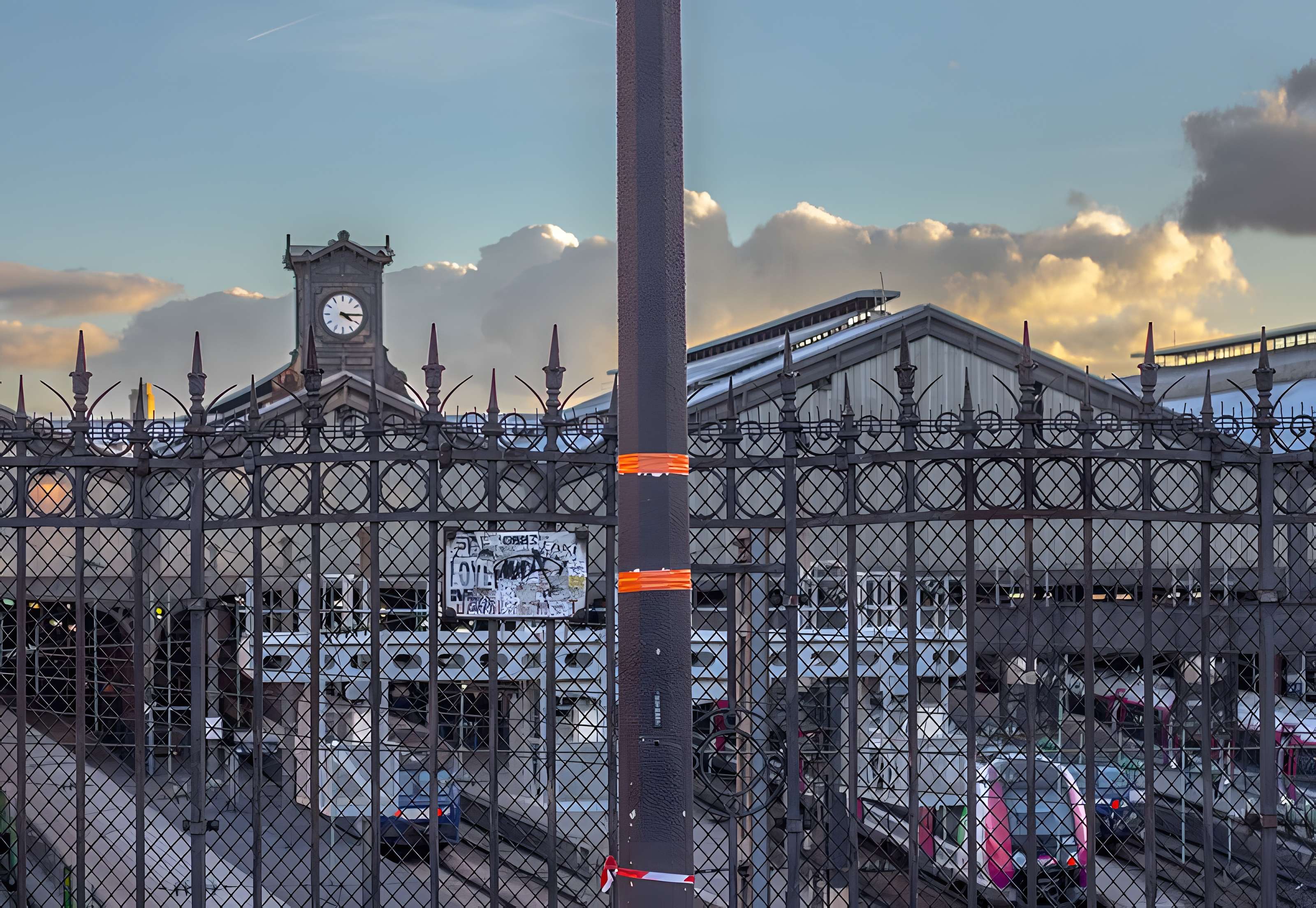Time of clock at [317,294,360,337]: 4:15
